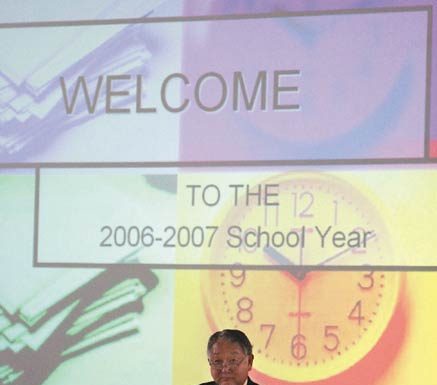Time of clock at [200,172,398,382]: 10:14
